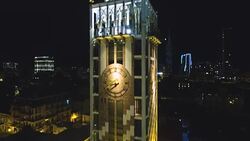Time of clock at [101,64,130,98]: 8:38
